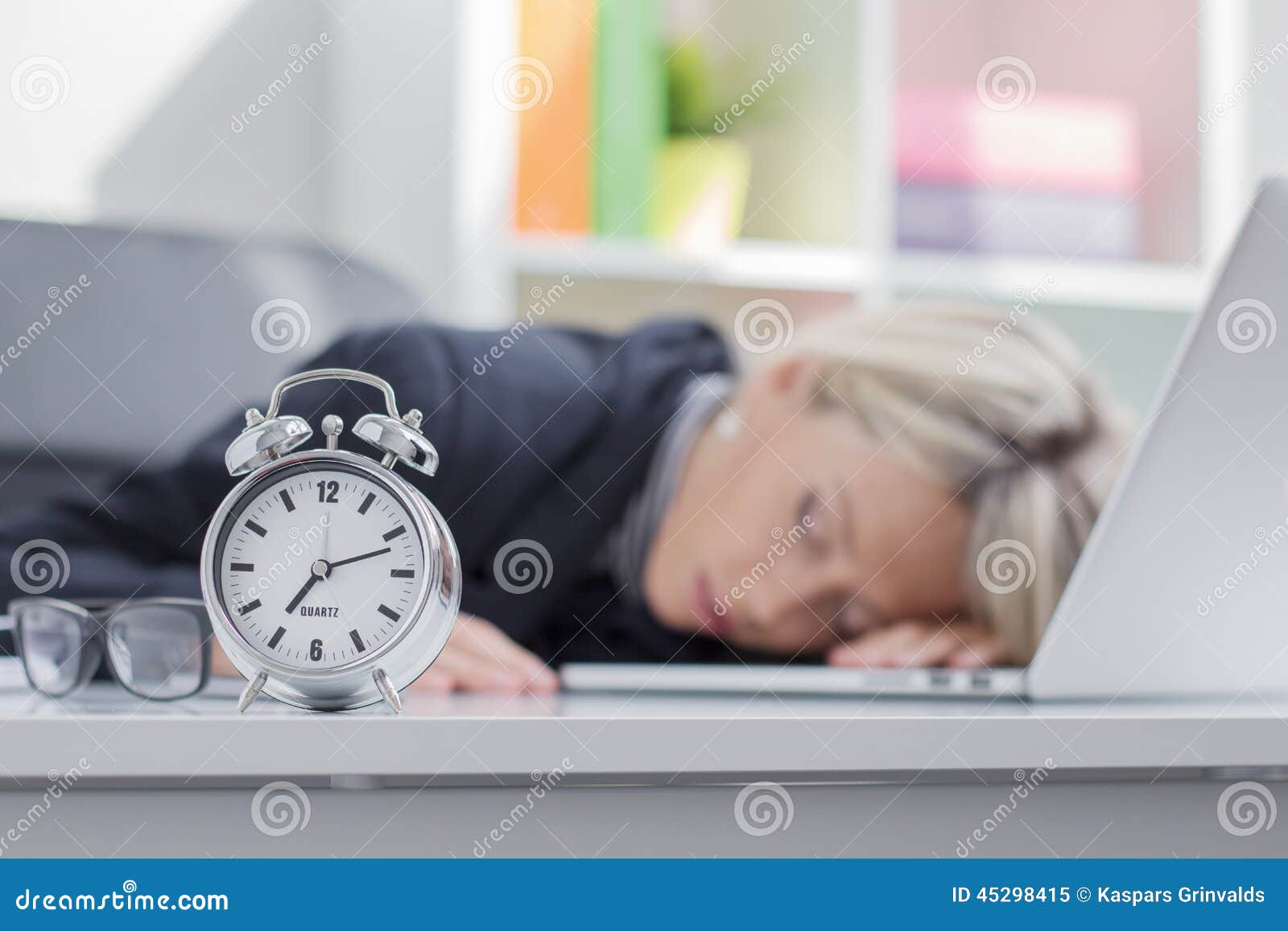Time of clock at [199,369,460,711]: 7:12
